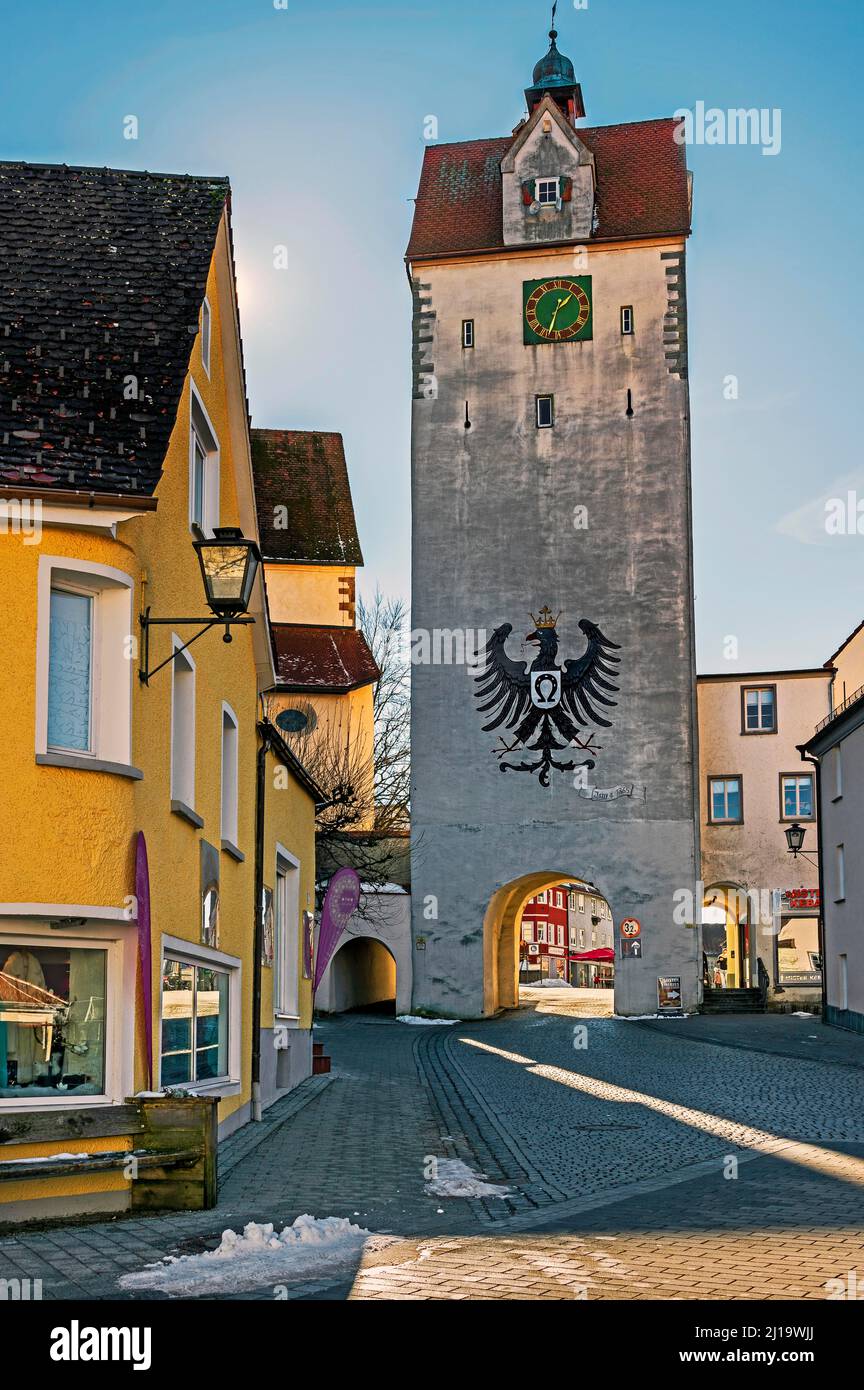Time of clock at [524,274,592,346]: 1:33
